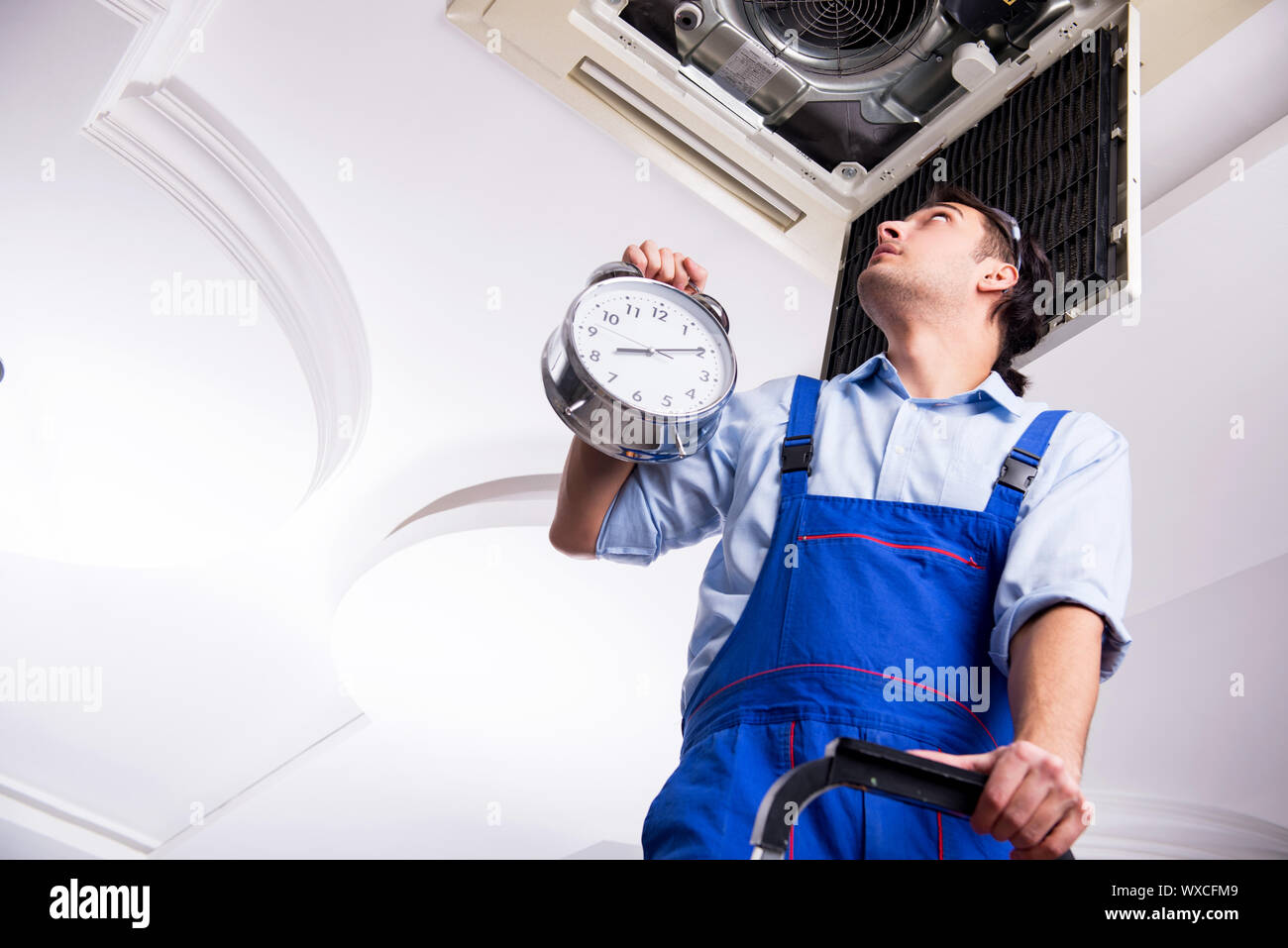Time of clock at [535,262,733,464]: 8:10
